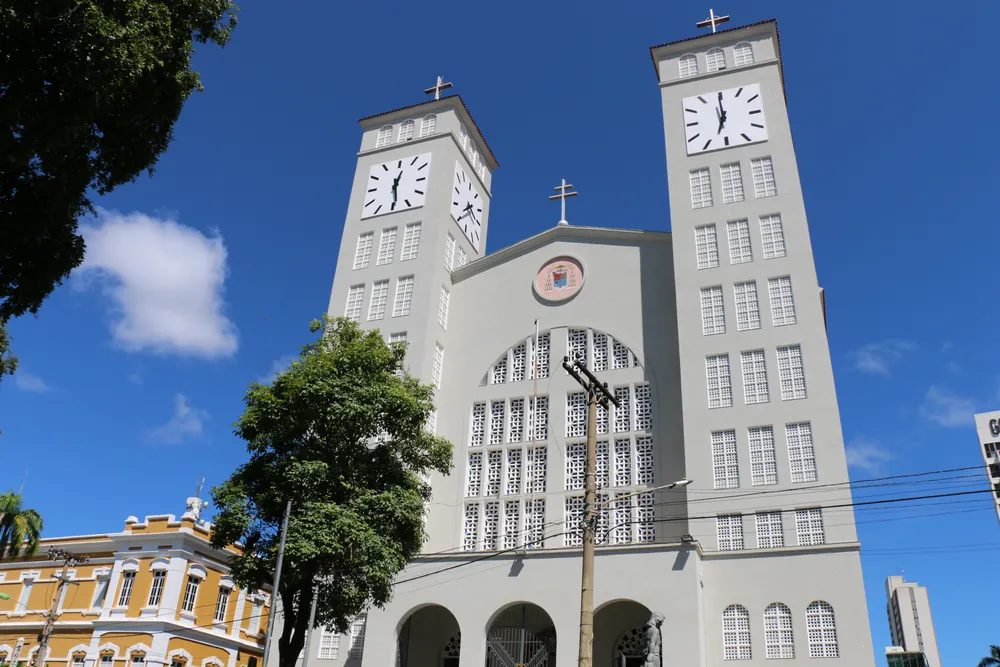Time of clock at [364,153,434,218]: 12:28
